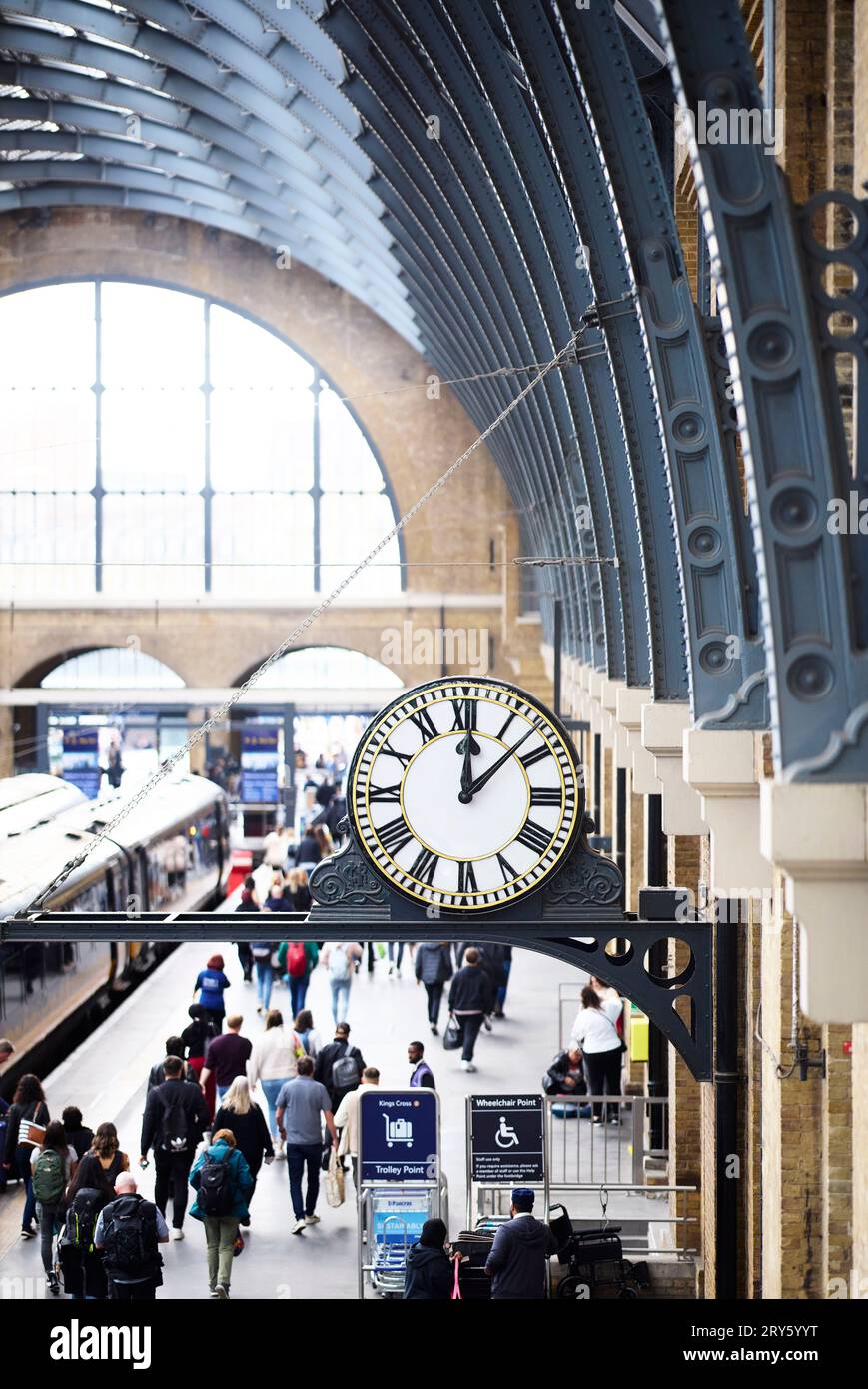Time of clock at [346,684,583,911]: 12:07
